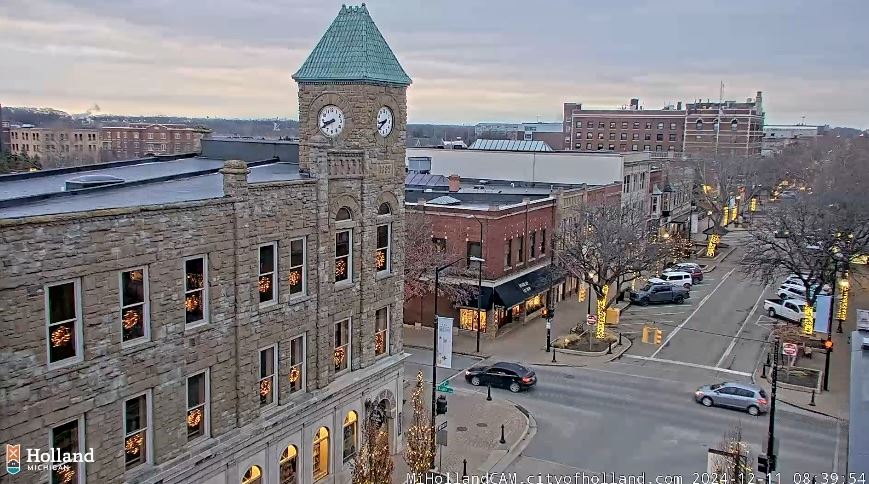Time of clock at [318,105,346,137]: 8:40
